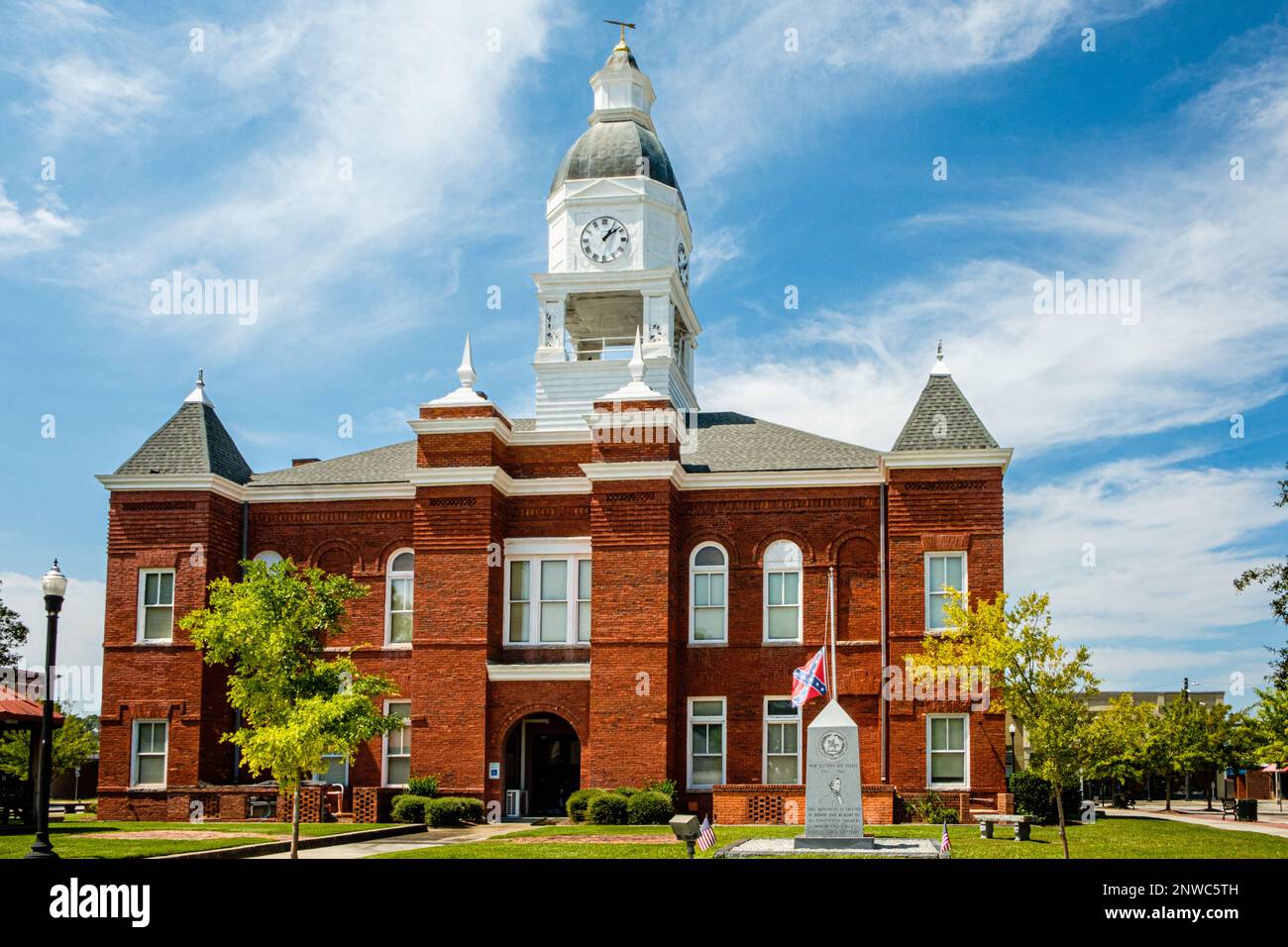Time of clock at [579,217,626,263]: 1:08
